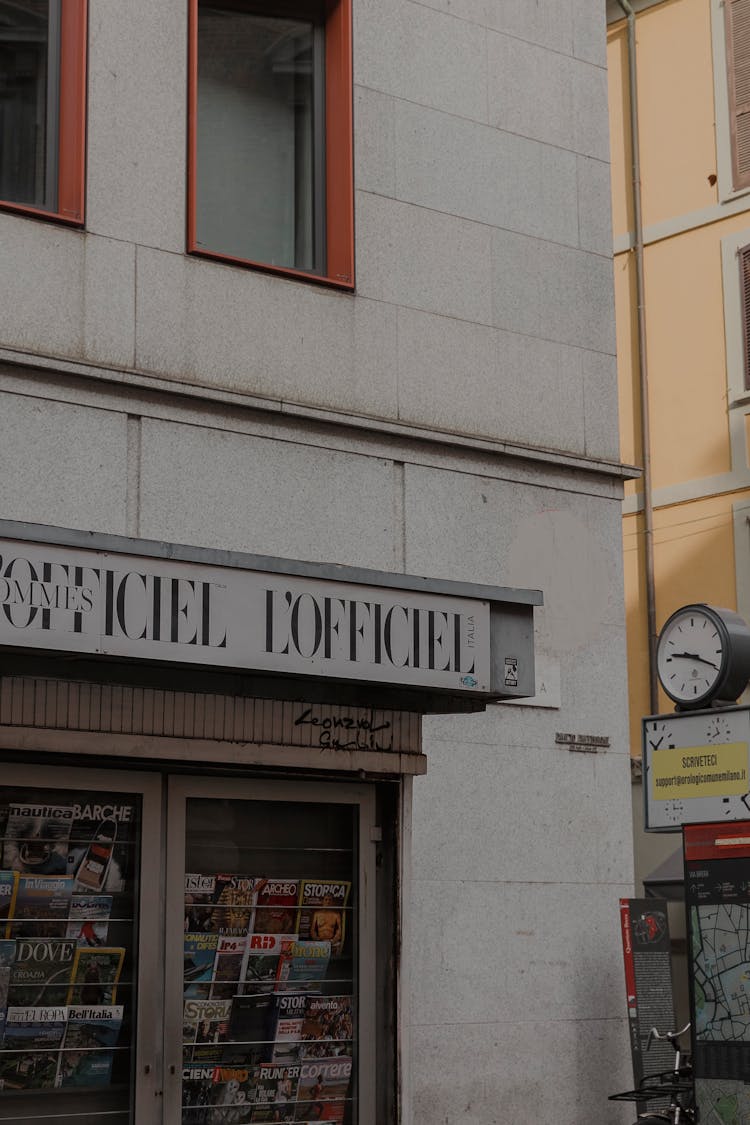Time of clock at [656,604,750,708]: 9:19
